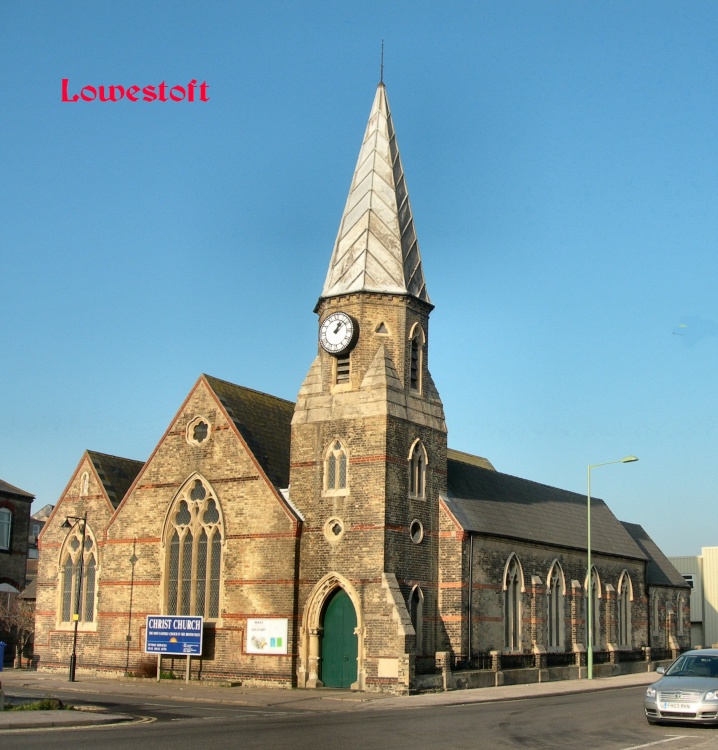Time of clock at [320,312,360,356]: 1:08
